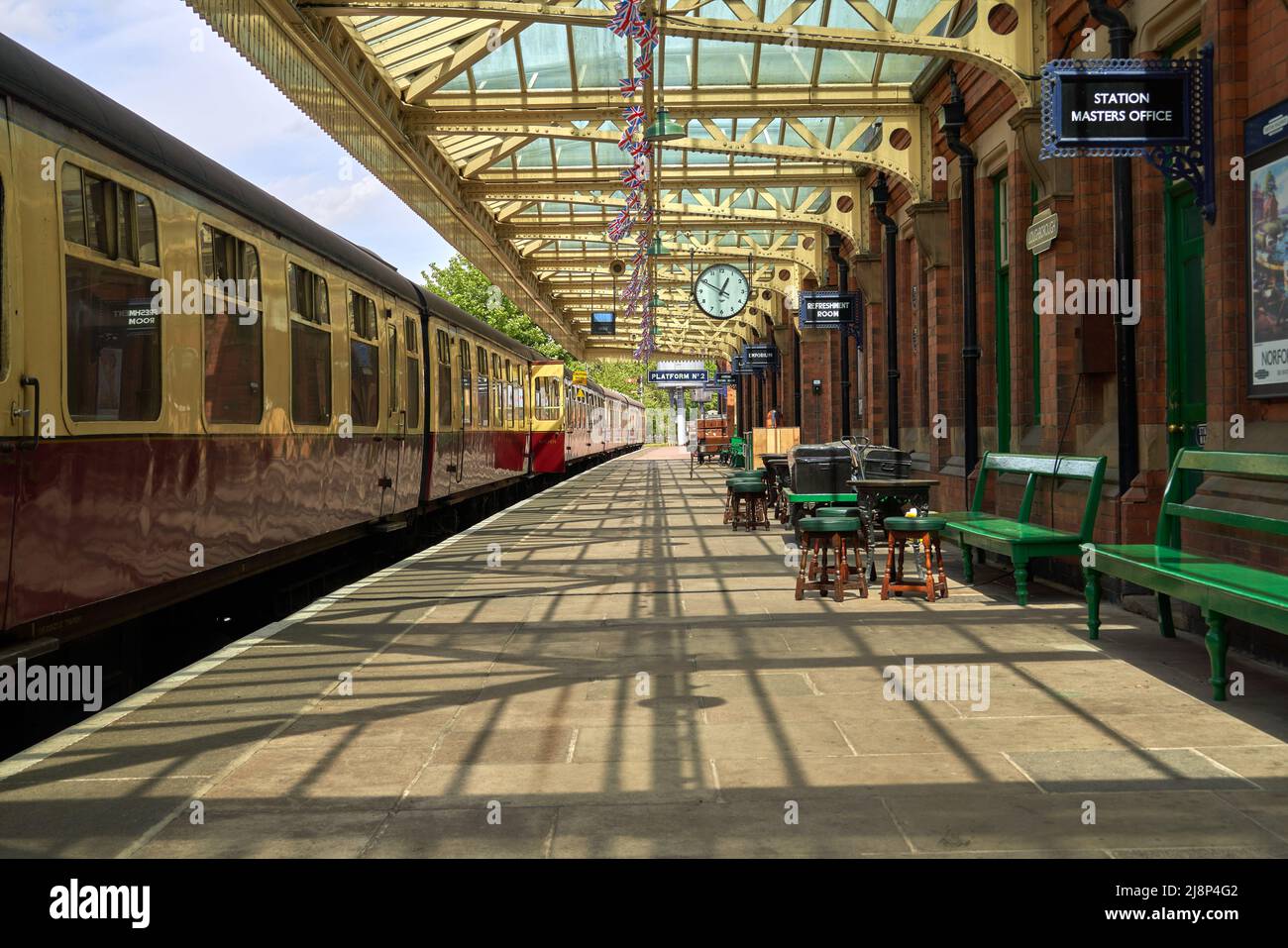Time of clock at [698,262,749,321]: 12:49
